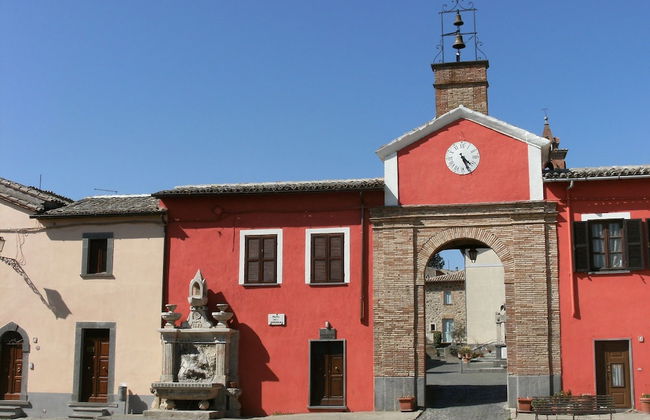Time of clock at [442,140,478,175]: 4:26
